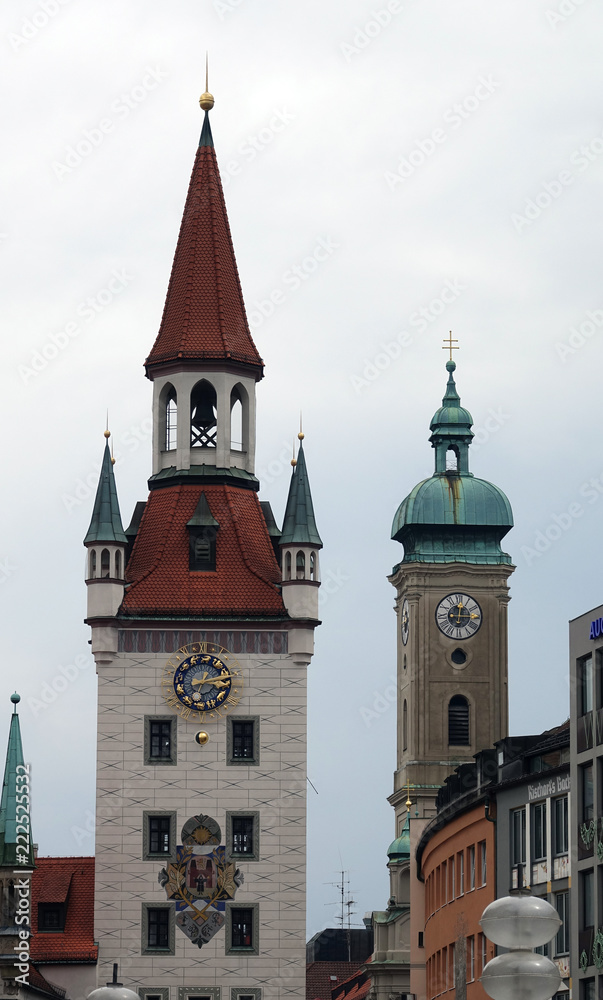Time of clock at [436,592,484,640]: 12:14
